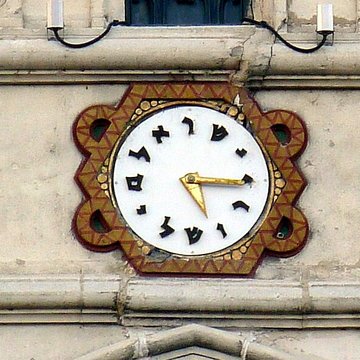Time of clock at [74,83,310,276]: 3:15
